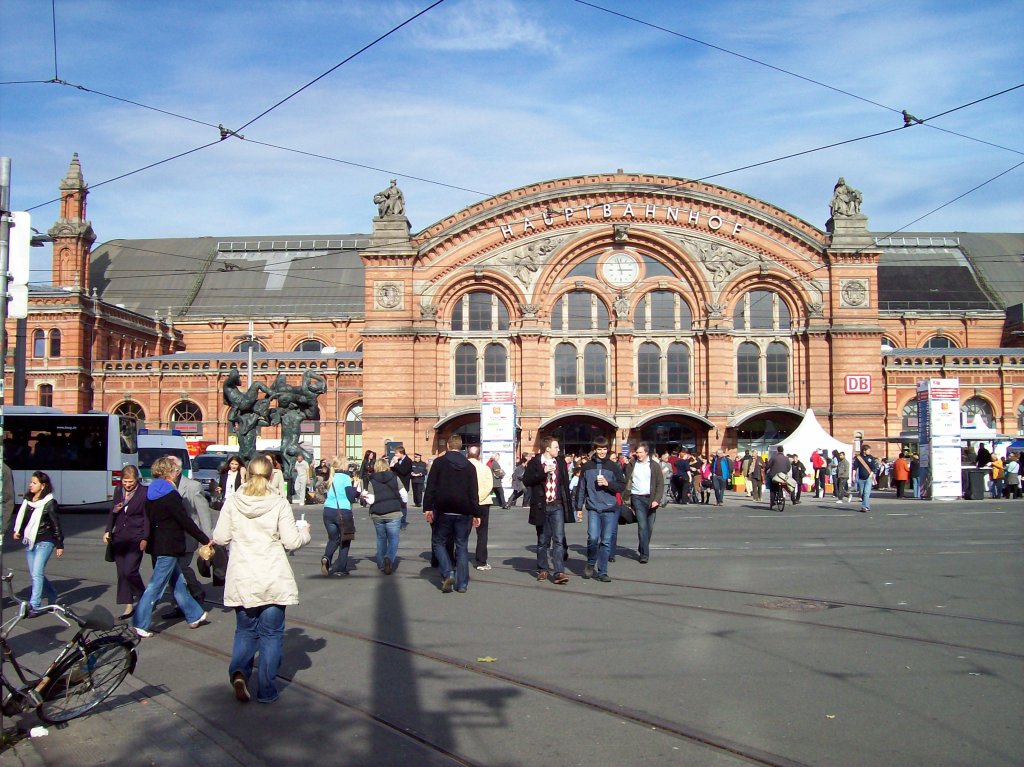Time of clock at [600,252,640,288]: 2:57
